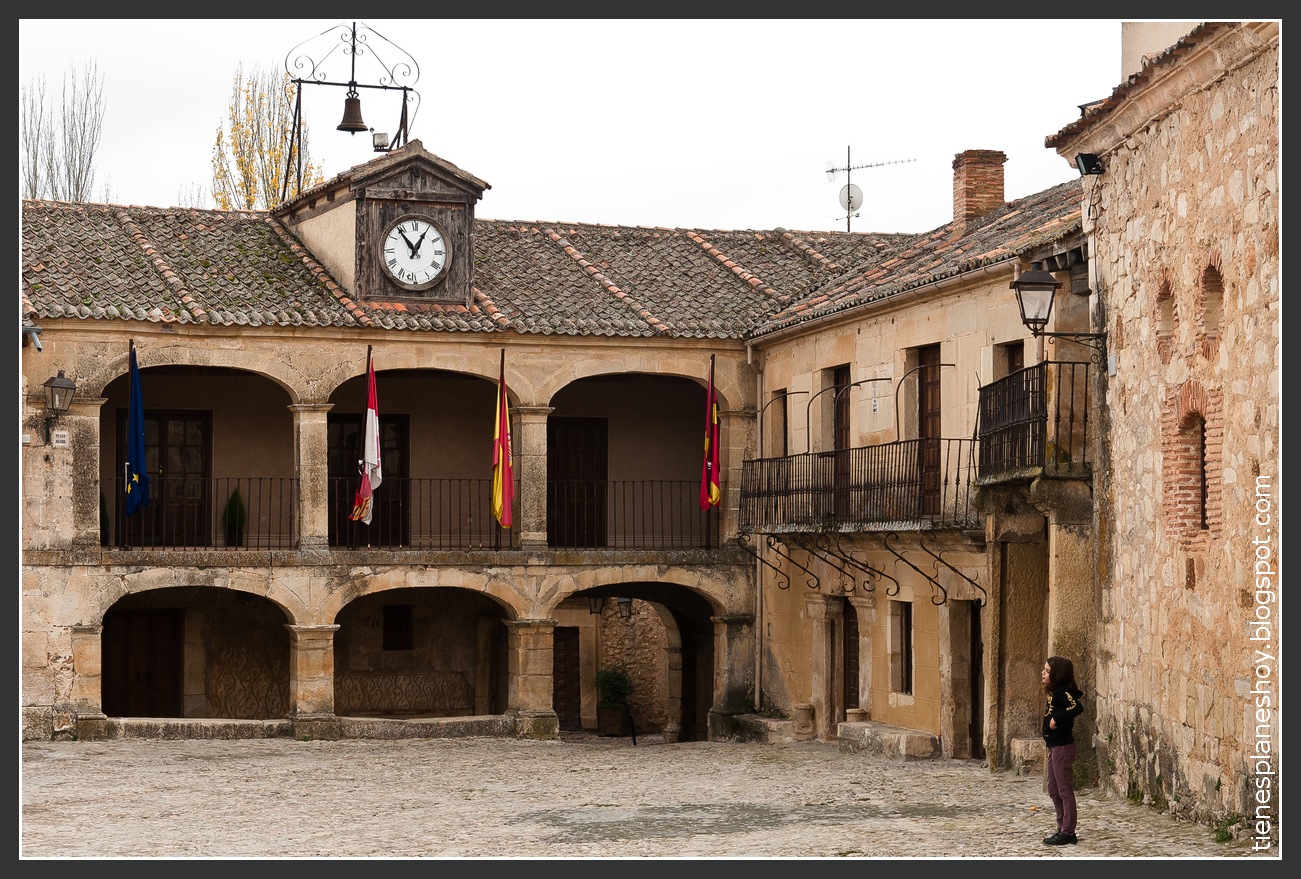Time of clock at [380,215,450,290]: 12:53
